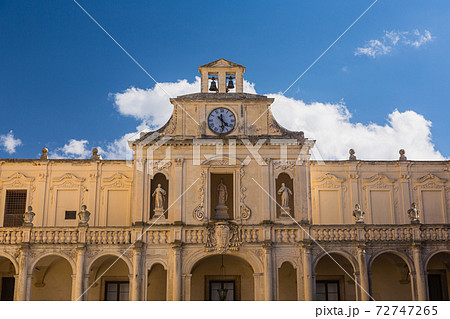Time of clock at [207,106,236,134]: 4:28
